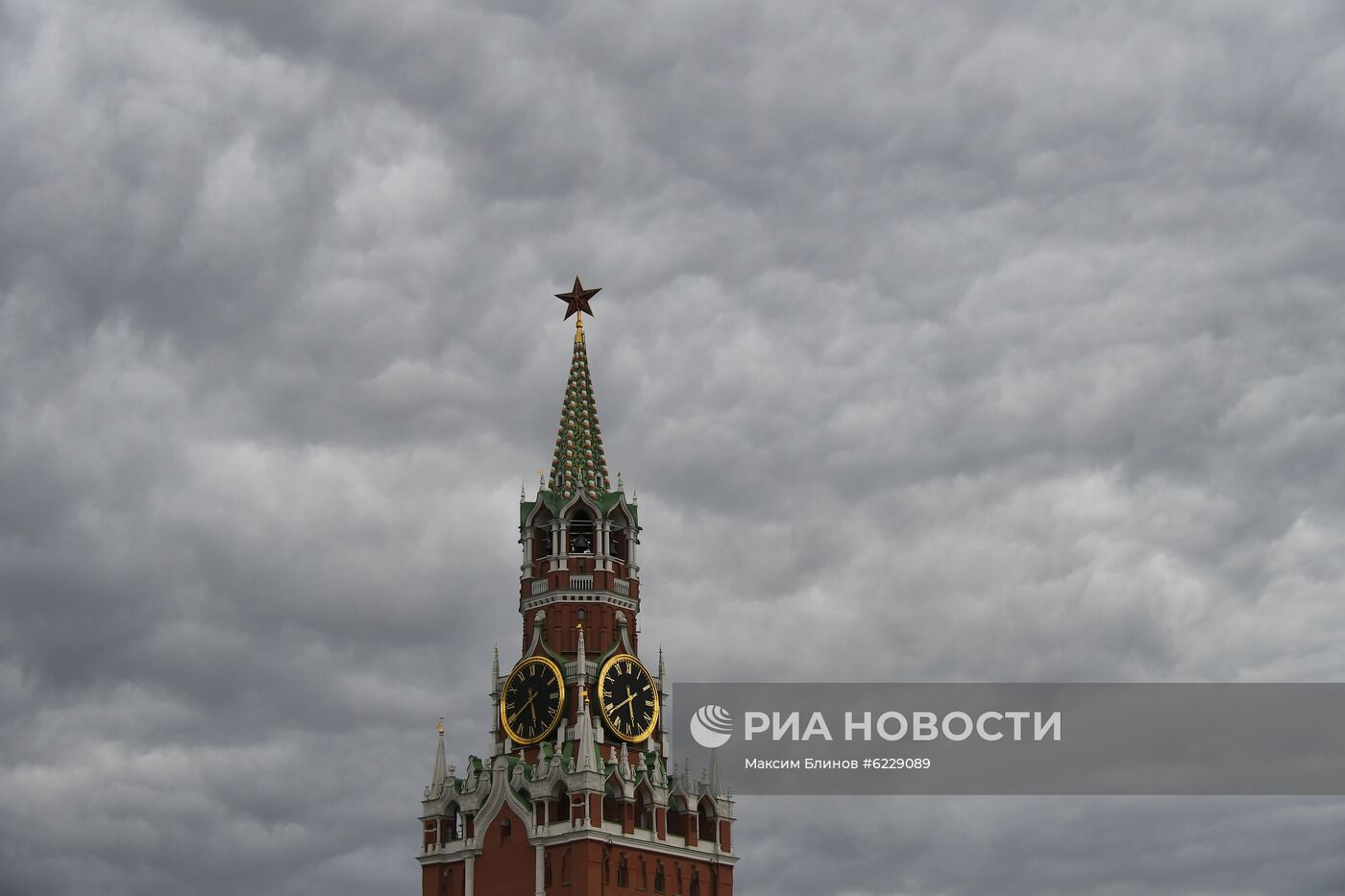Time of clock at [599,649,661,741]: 5:39
